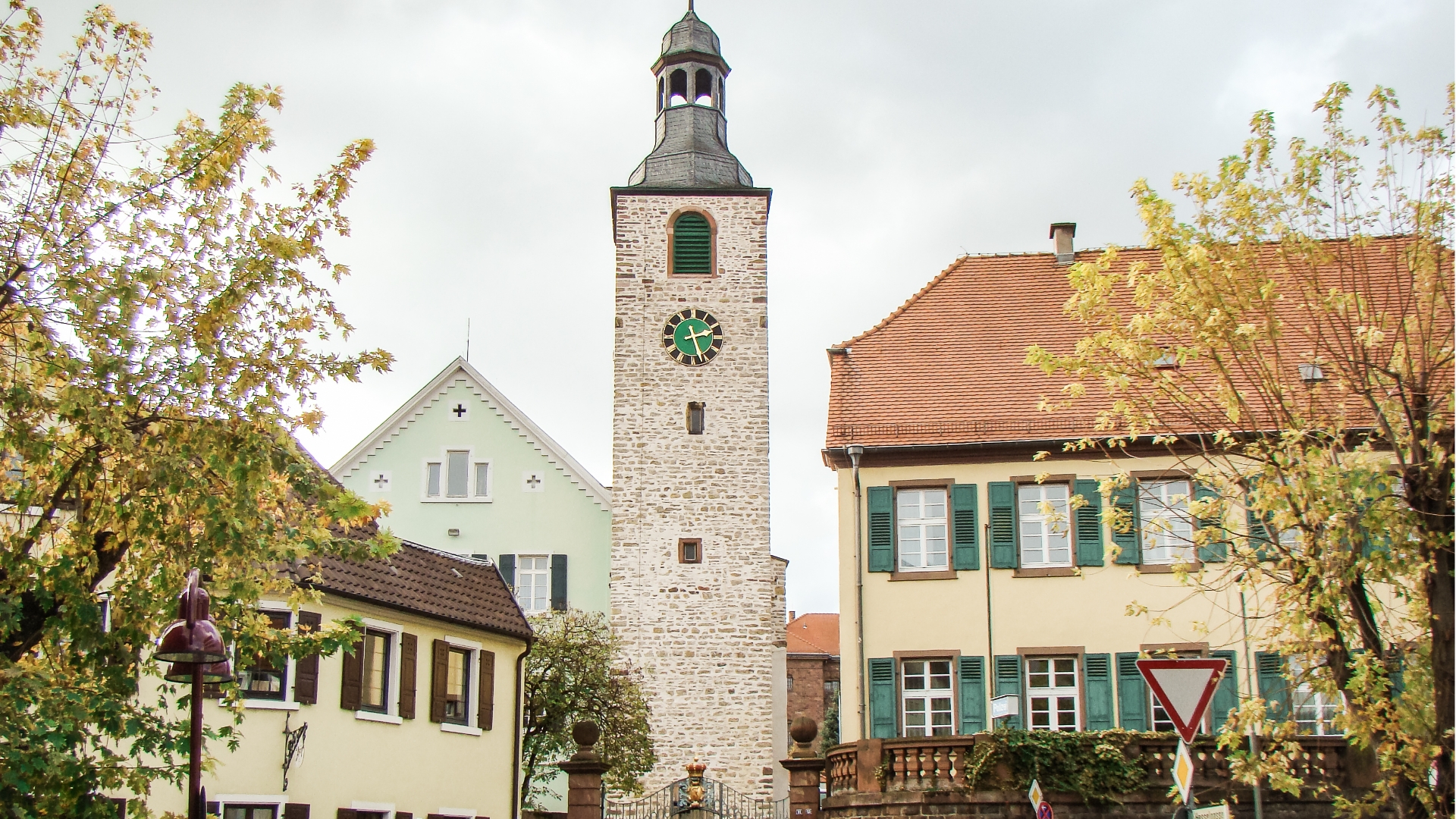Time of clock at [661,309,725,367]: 2:26
